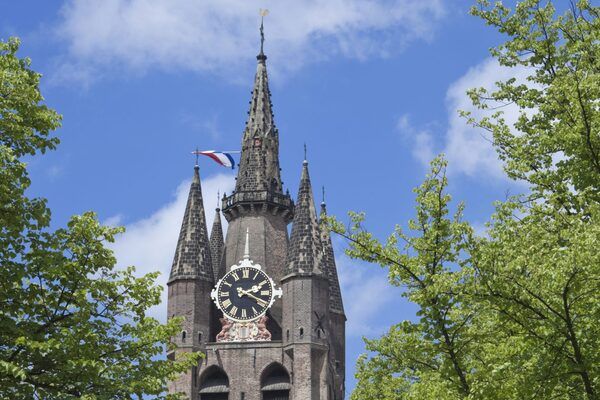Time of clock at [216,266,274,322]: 2:18
